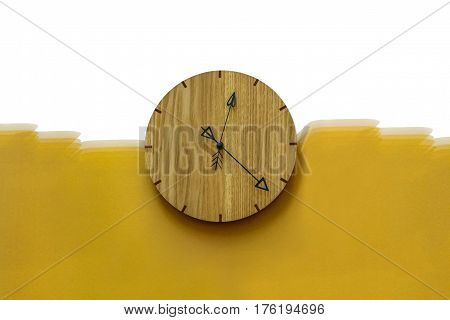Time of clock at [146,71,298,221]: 12:22
